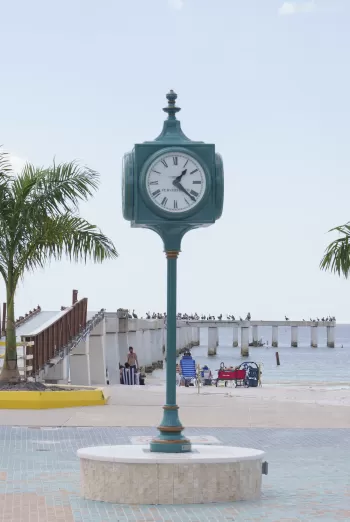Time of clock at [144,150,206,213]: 1:22
